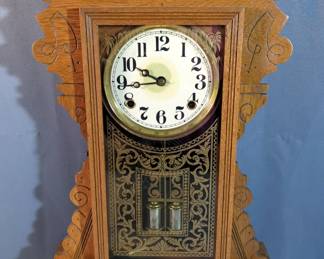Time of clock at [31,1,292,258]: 9:43
